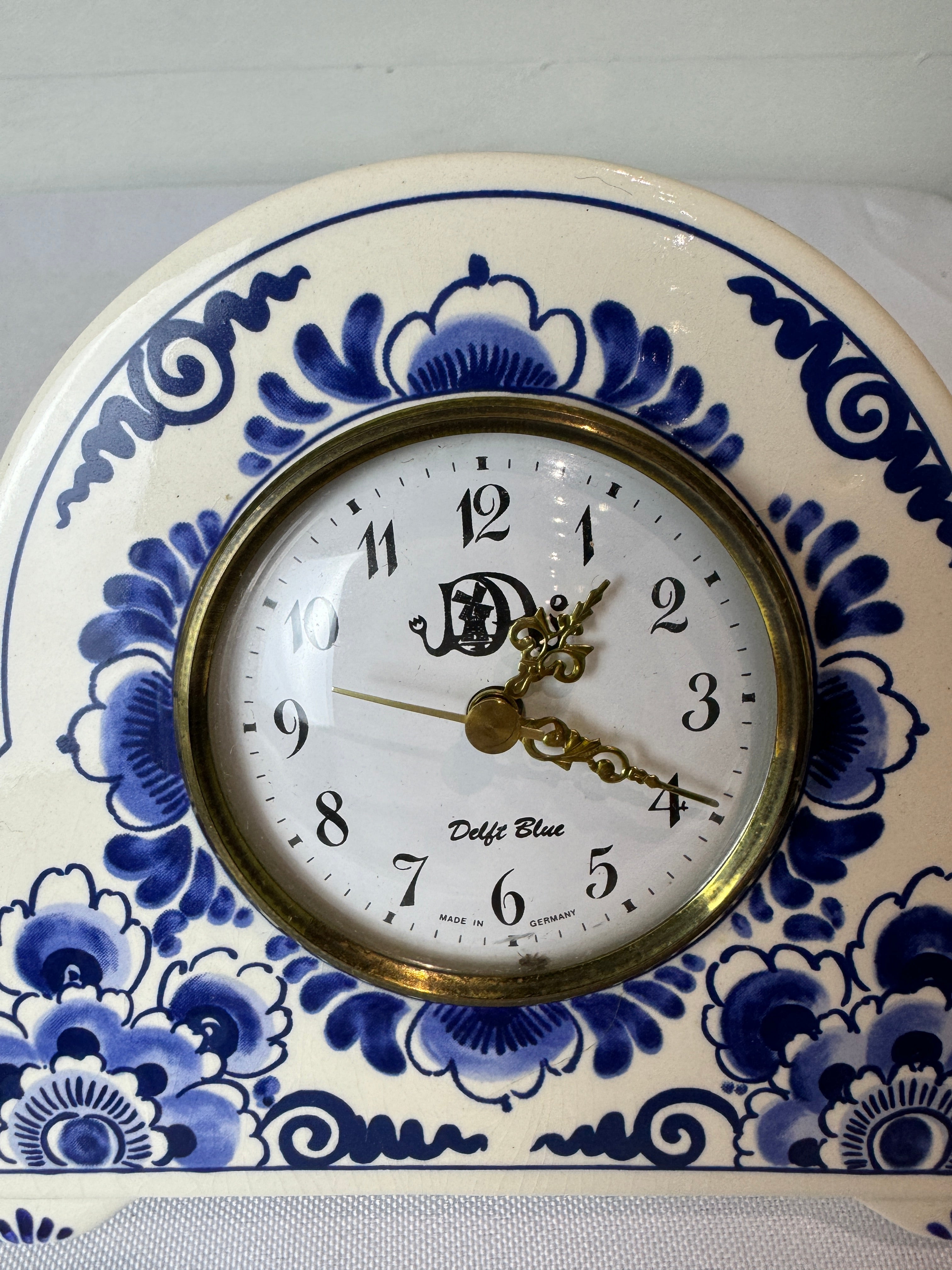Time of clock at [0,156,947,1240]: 1:19
